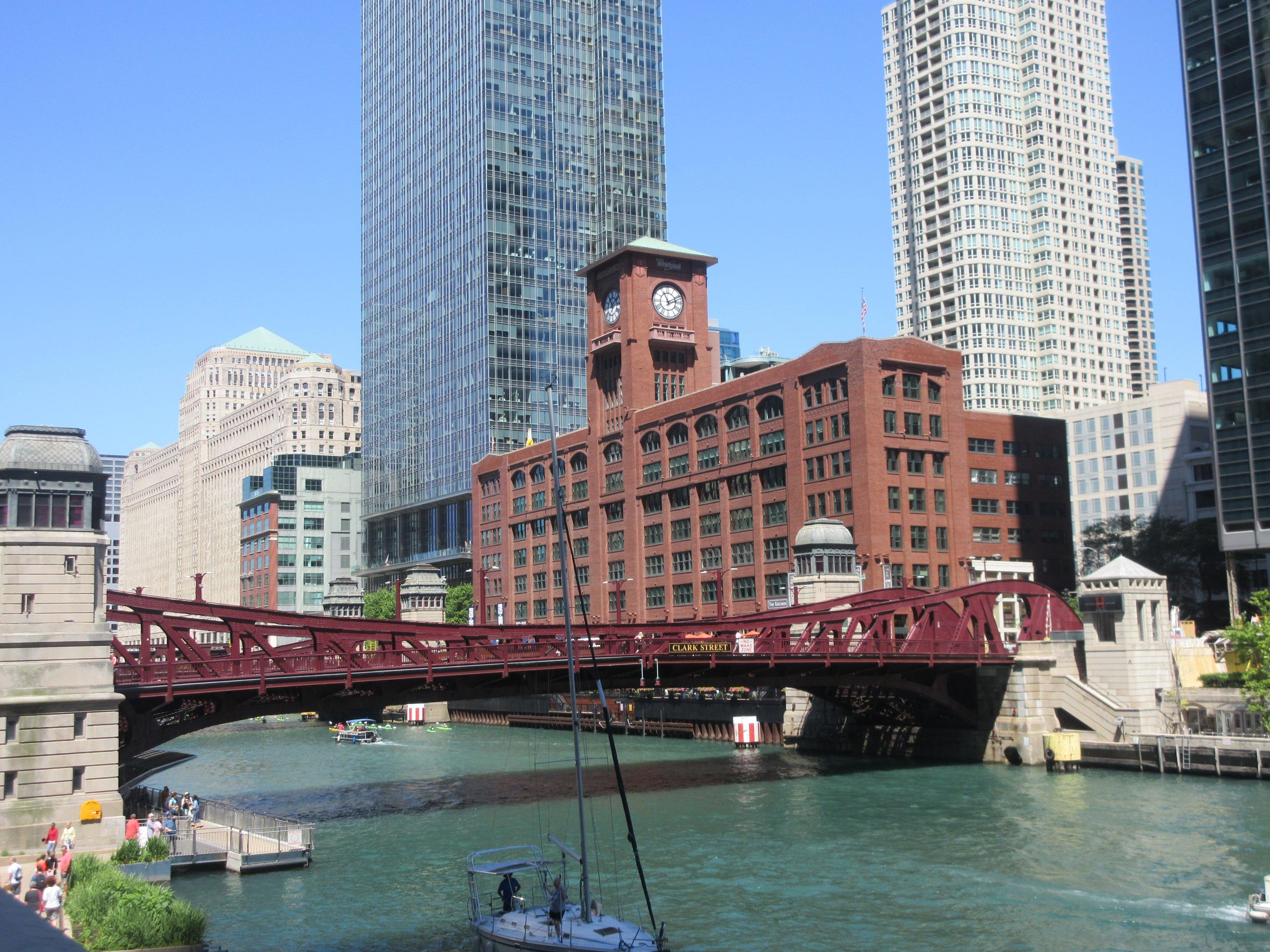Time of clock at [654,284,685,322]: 11:10
